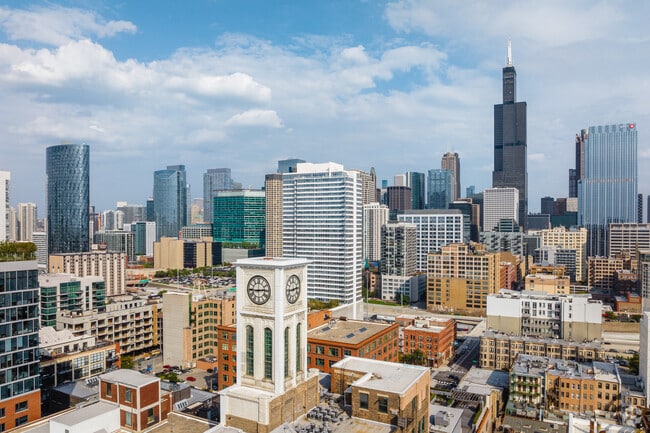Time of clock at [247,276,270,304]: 2:44
